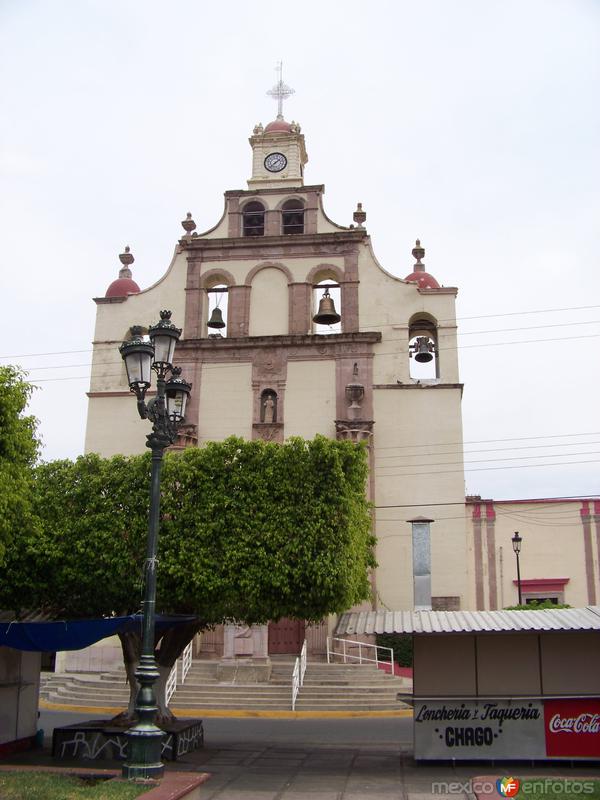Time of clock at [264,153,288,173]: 1:37
